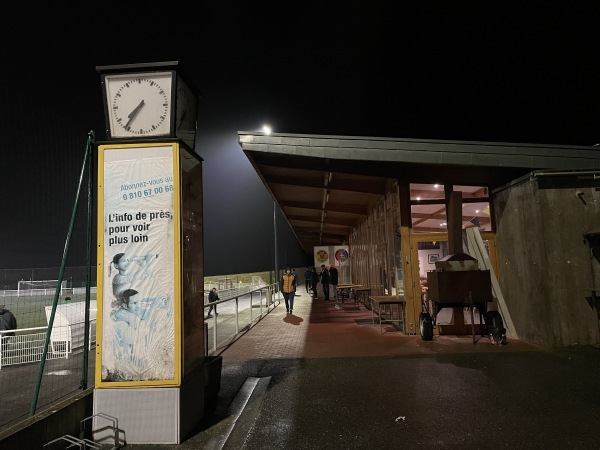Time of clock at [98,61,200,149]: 7:36
